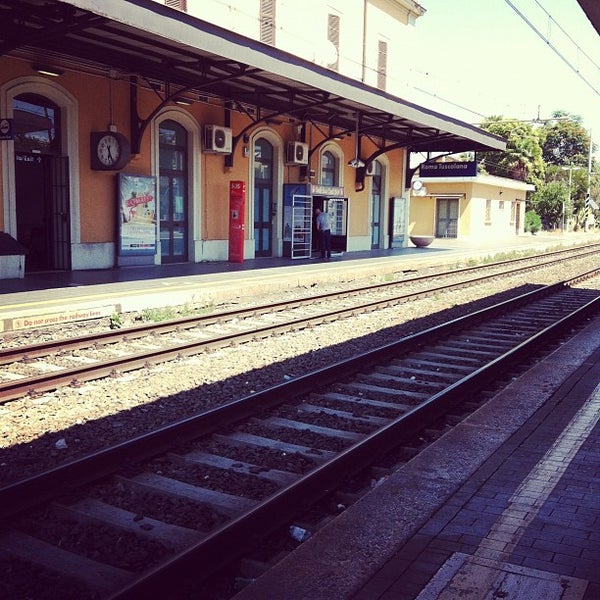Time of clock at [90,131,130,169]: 6:25
